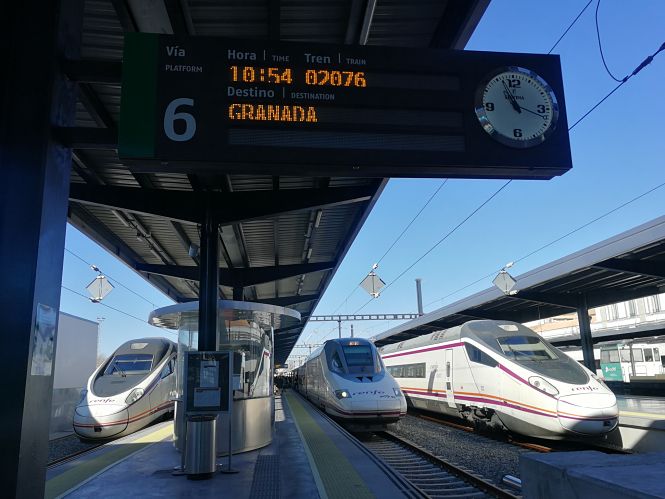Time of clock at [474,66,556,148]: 11:18
